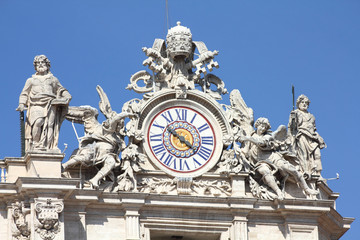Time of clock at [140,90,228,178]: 10:21
